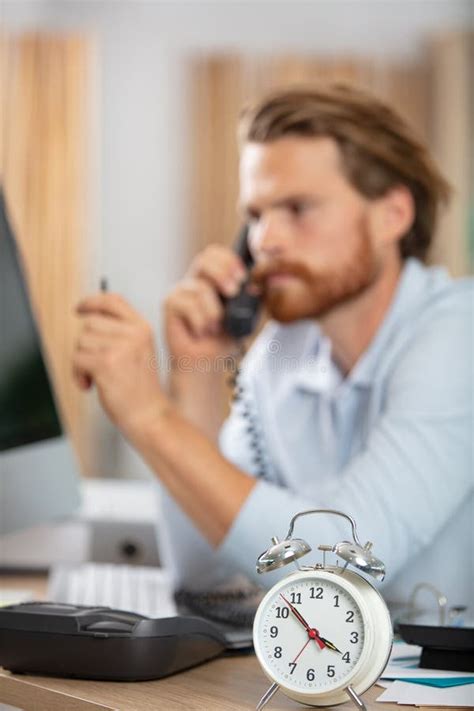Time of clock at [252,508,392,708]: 3:52
